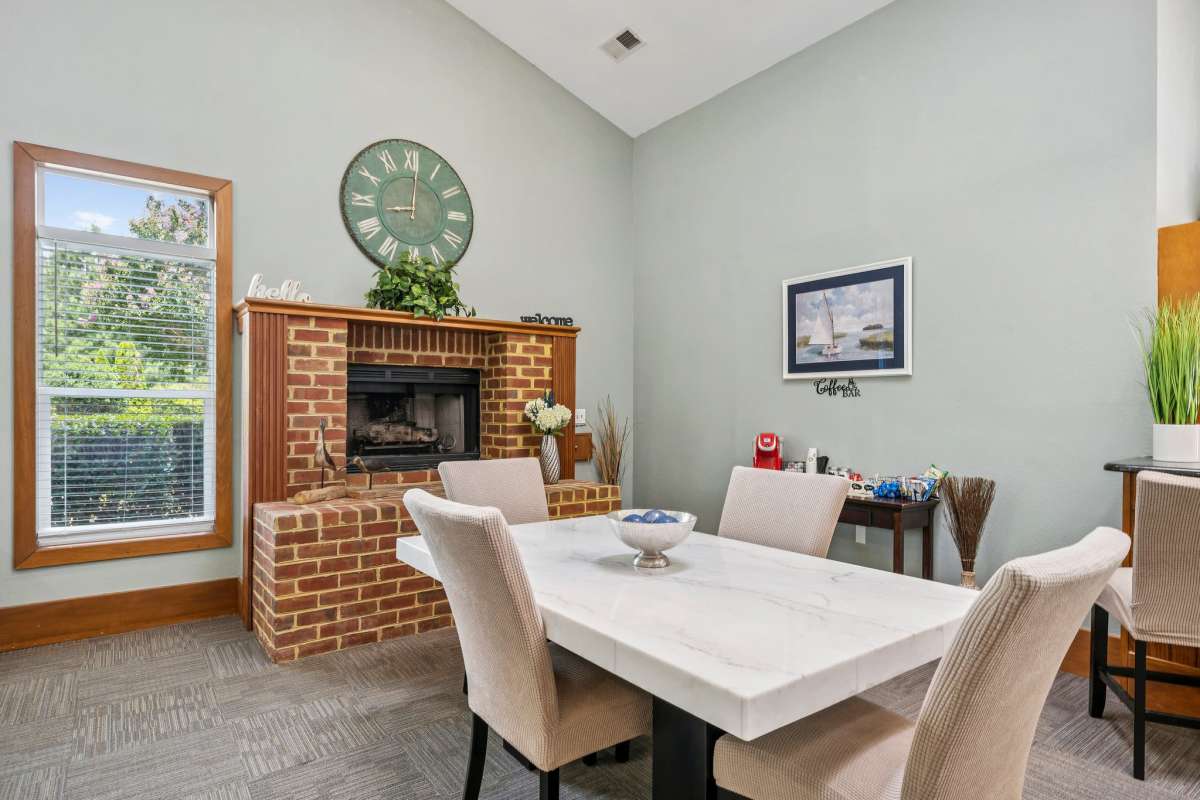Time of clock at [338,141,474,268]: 9:01
